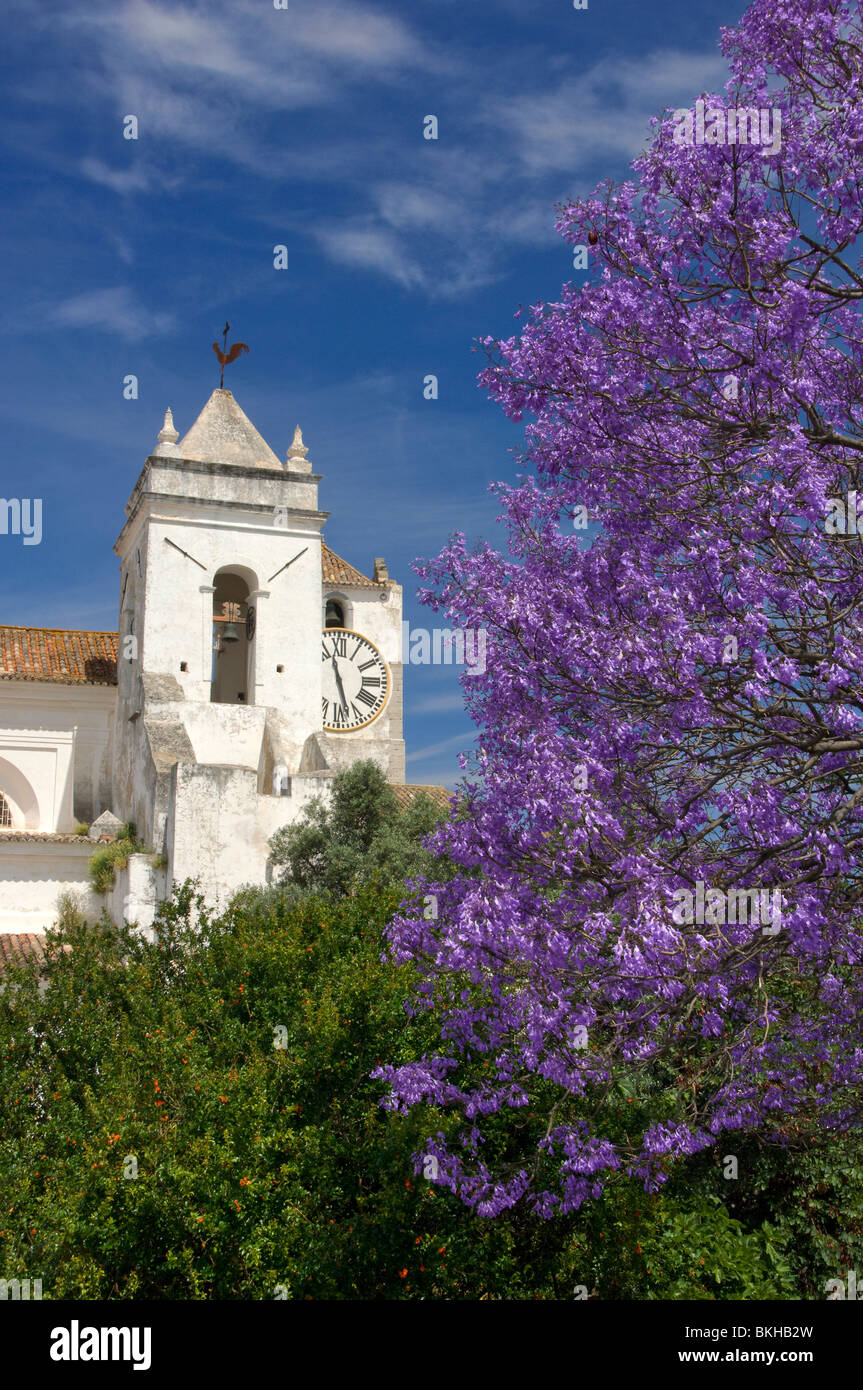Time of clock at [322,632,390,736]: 11:28
